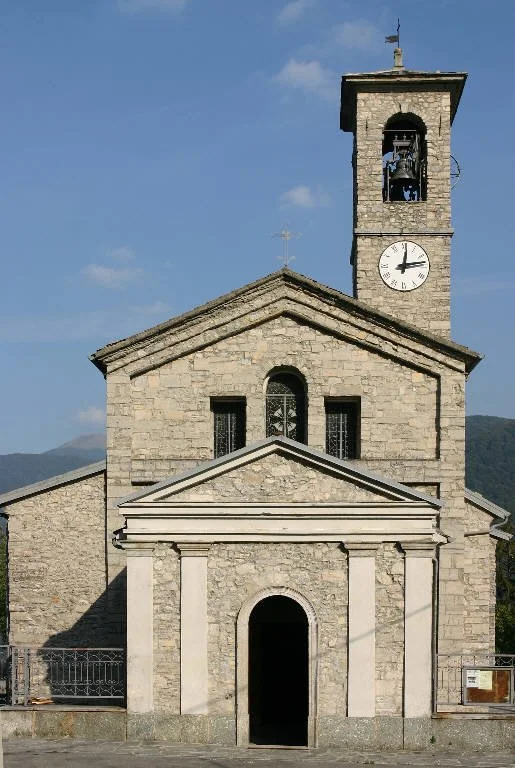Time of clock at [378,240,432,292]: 12:13
